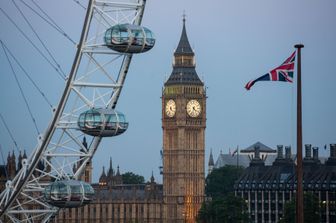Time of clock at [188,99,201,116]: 4:33
